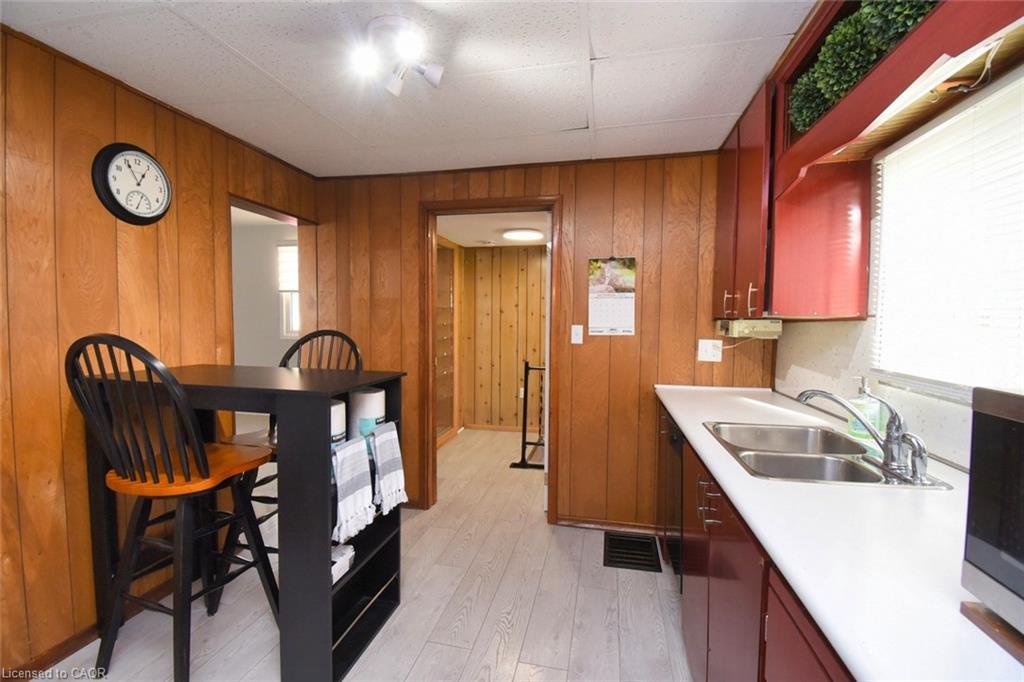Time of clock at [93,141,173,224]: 12:55
